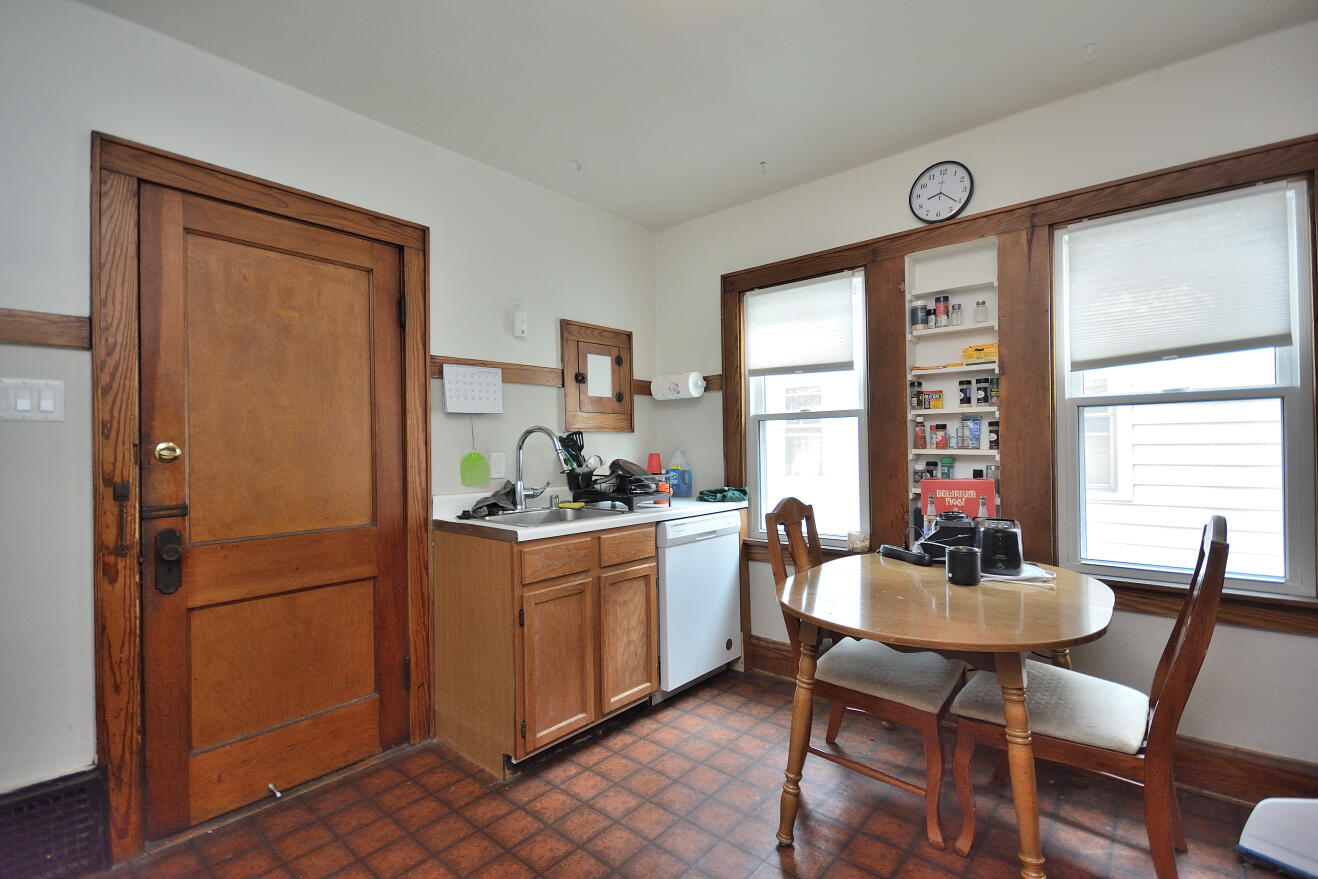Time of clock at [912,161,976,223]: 8:20
